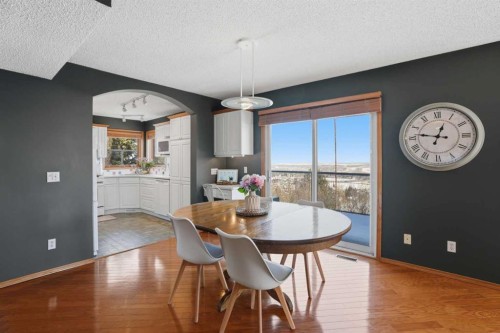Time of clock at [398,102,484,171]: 12:46
